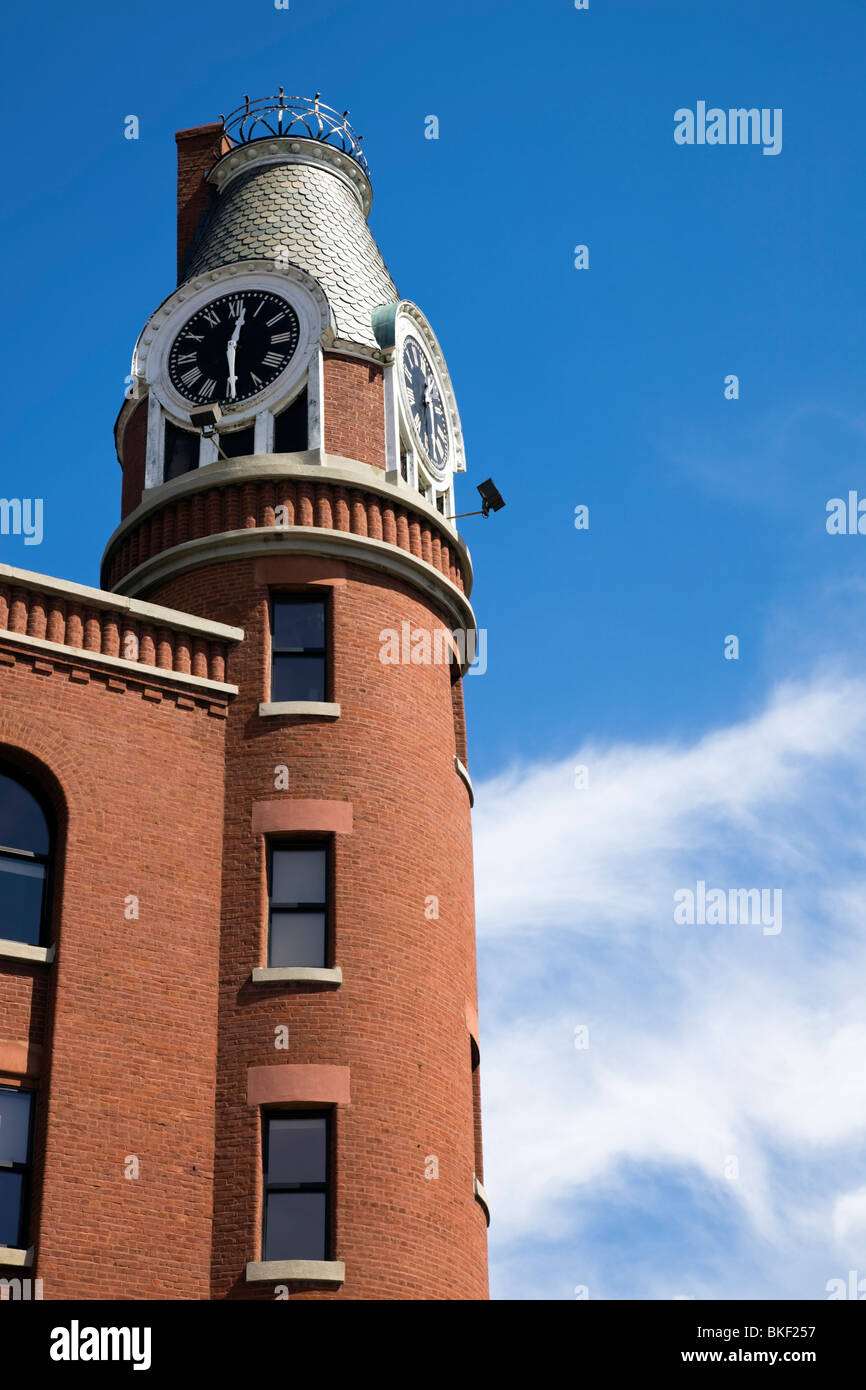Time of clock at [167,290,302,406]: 12:29
